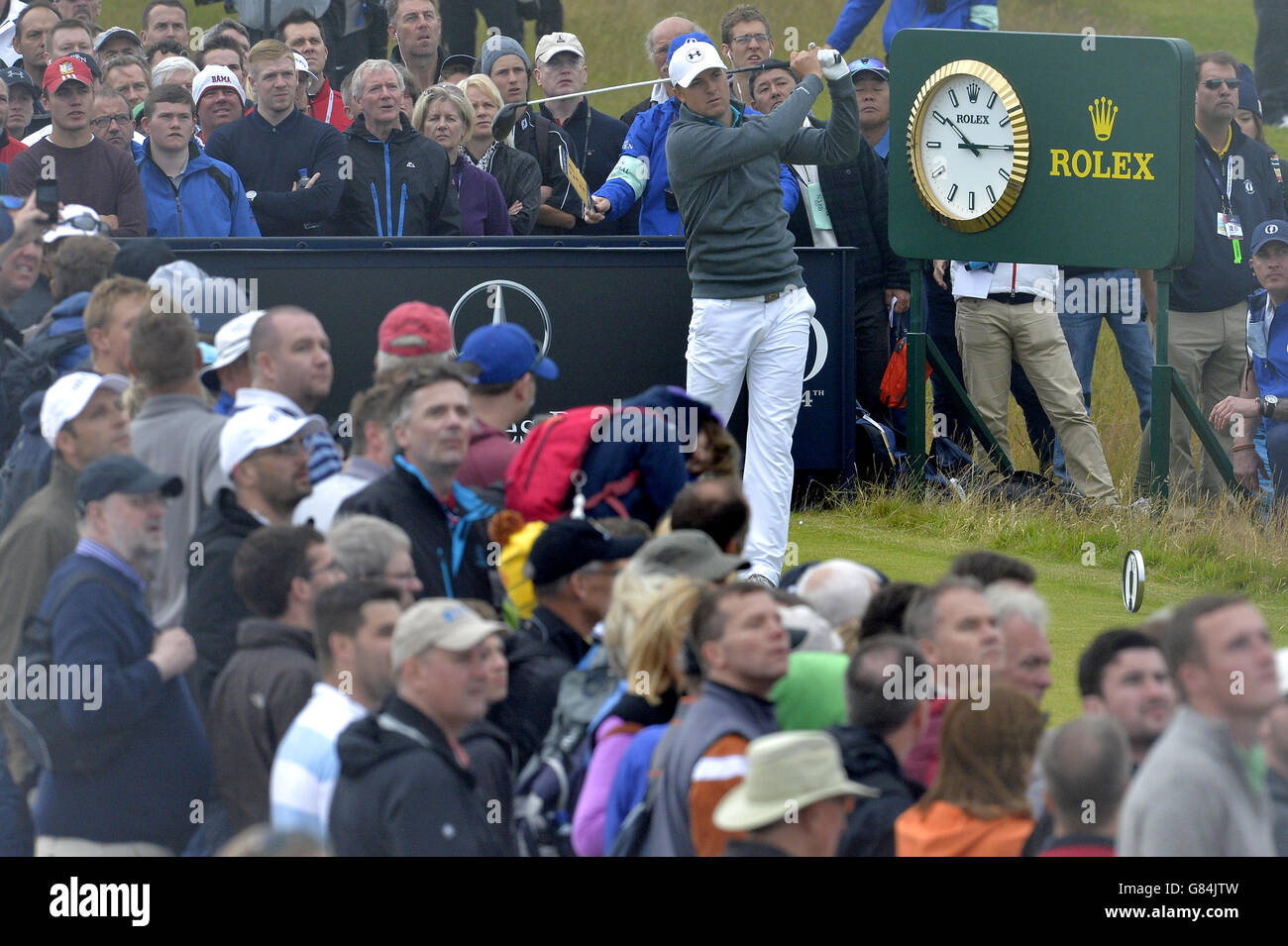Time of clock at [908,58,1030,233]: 10:14
